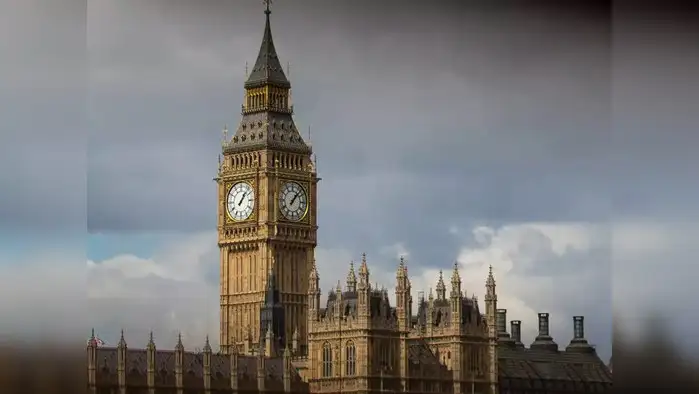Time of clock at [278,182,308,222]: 1:07
